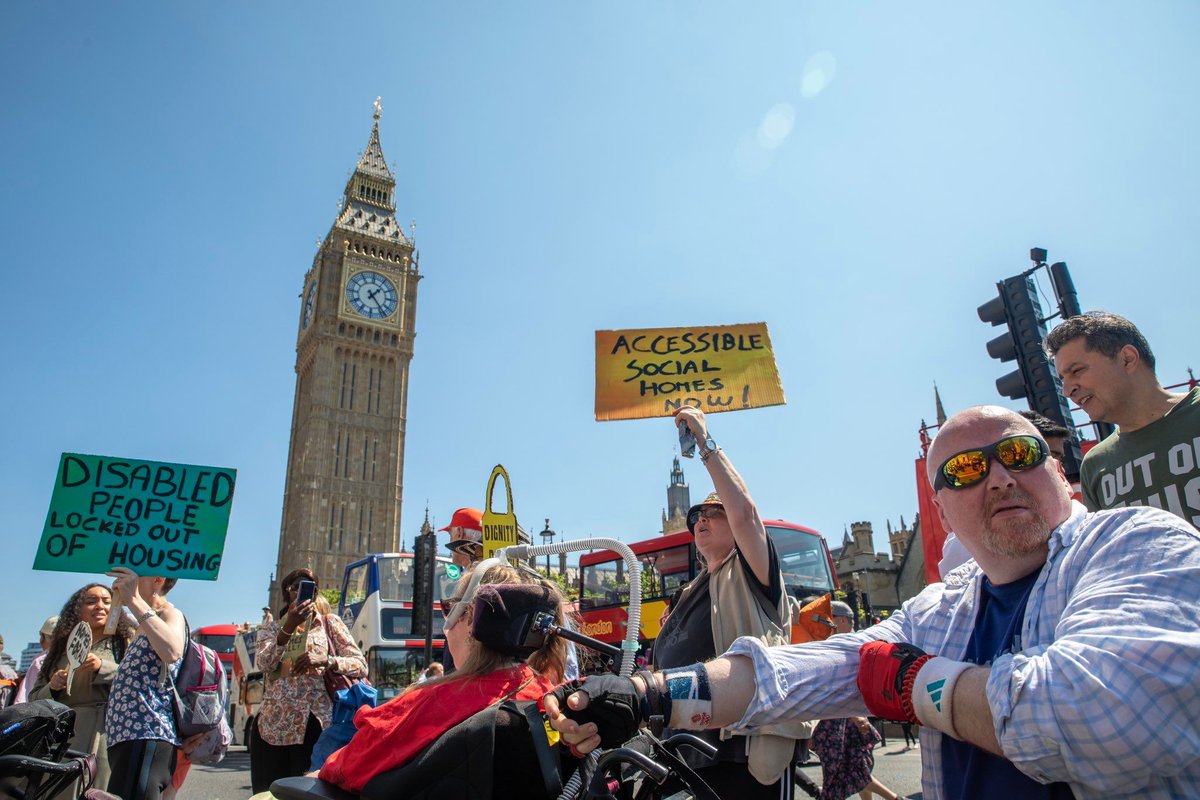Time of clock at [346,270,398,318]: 1:23
